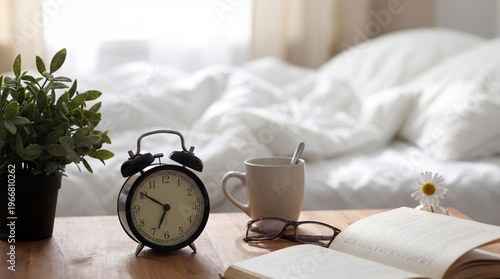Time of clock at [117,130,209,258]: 6:50
